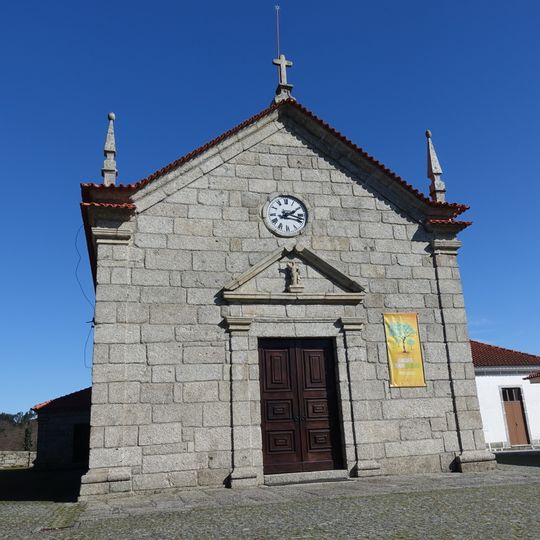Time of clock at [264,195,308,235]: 2:17
